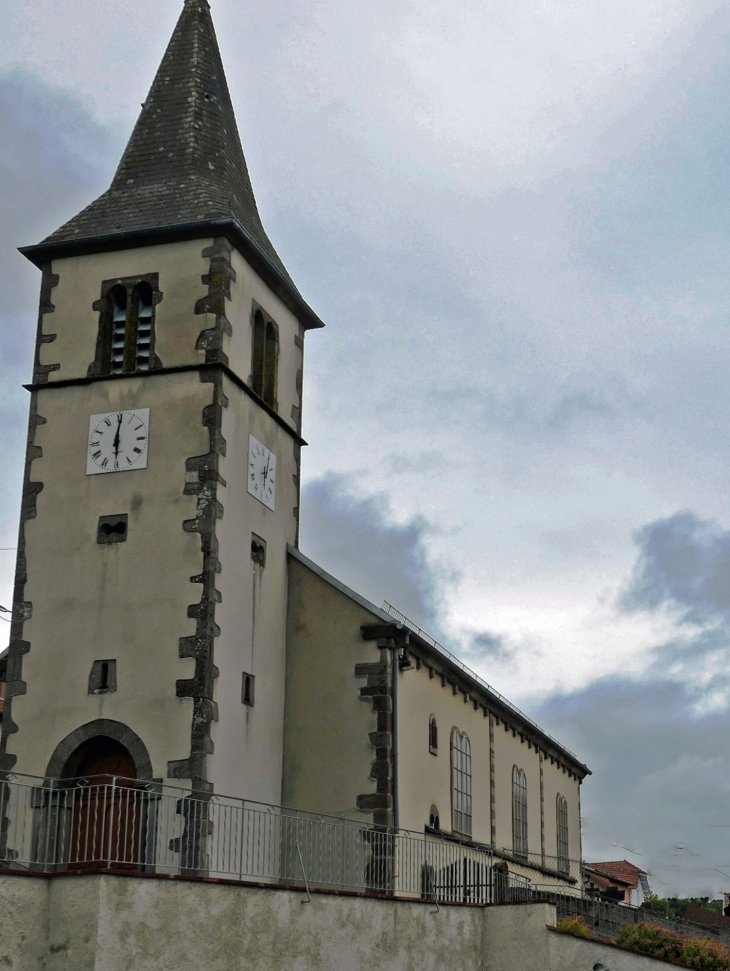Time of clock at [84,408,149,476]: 6:00
